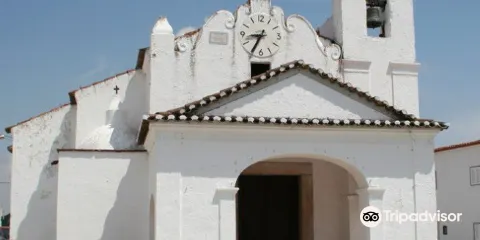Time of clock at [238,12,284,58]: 8:34
